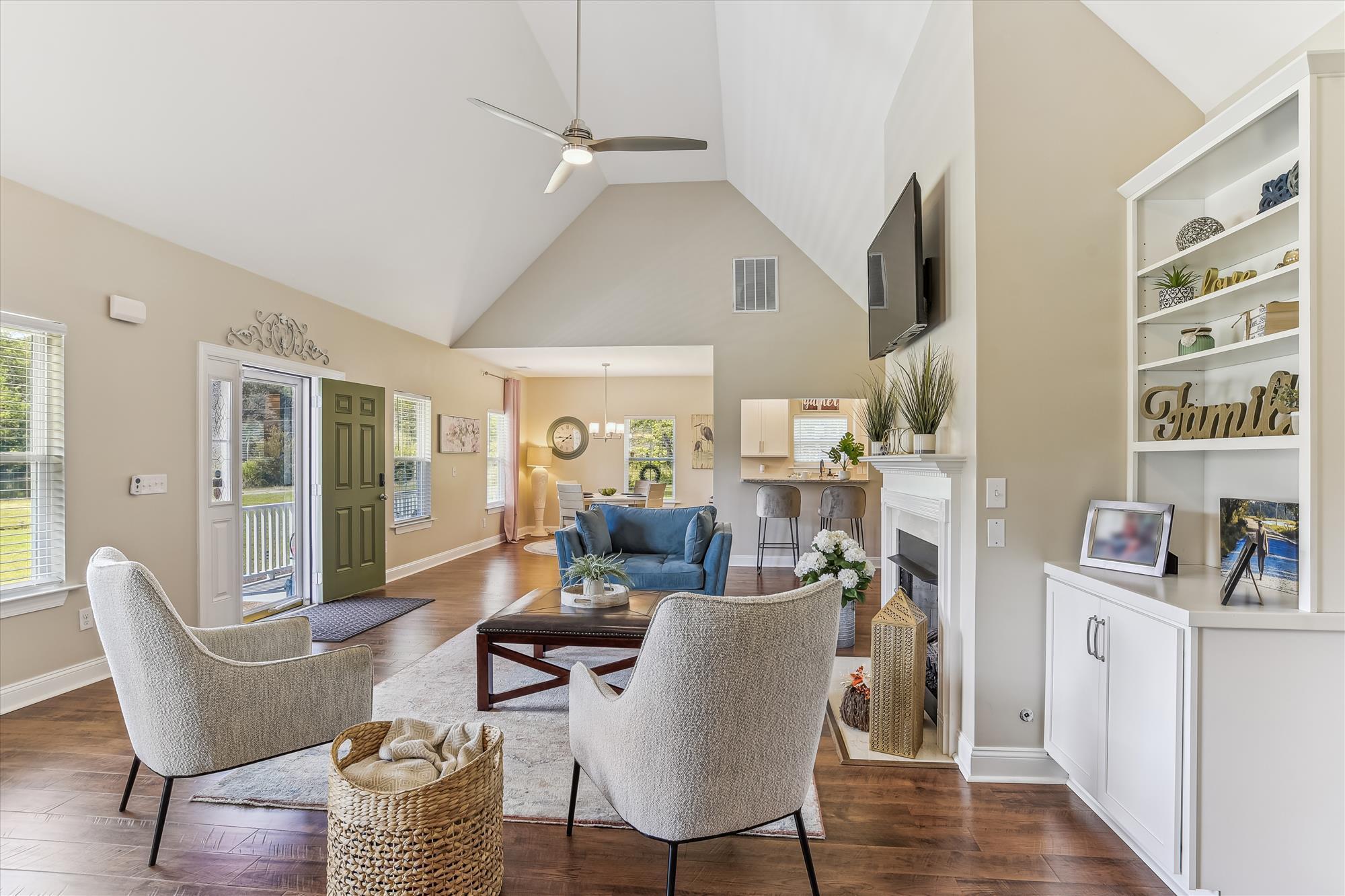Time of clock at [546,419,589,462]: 7:45
